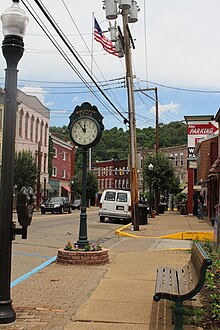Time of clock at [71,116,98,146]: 11:53
